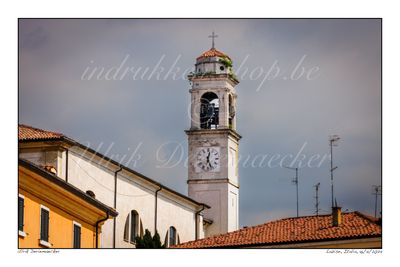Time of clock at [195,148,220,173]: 12:26
